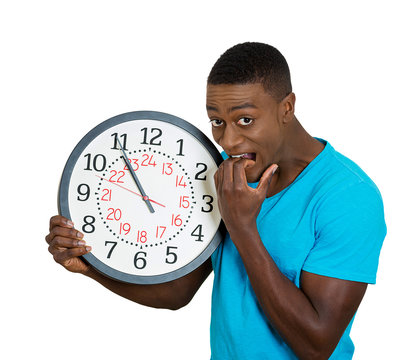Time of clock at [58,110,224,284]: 10:54
